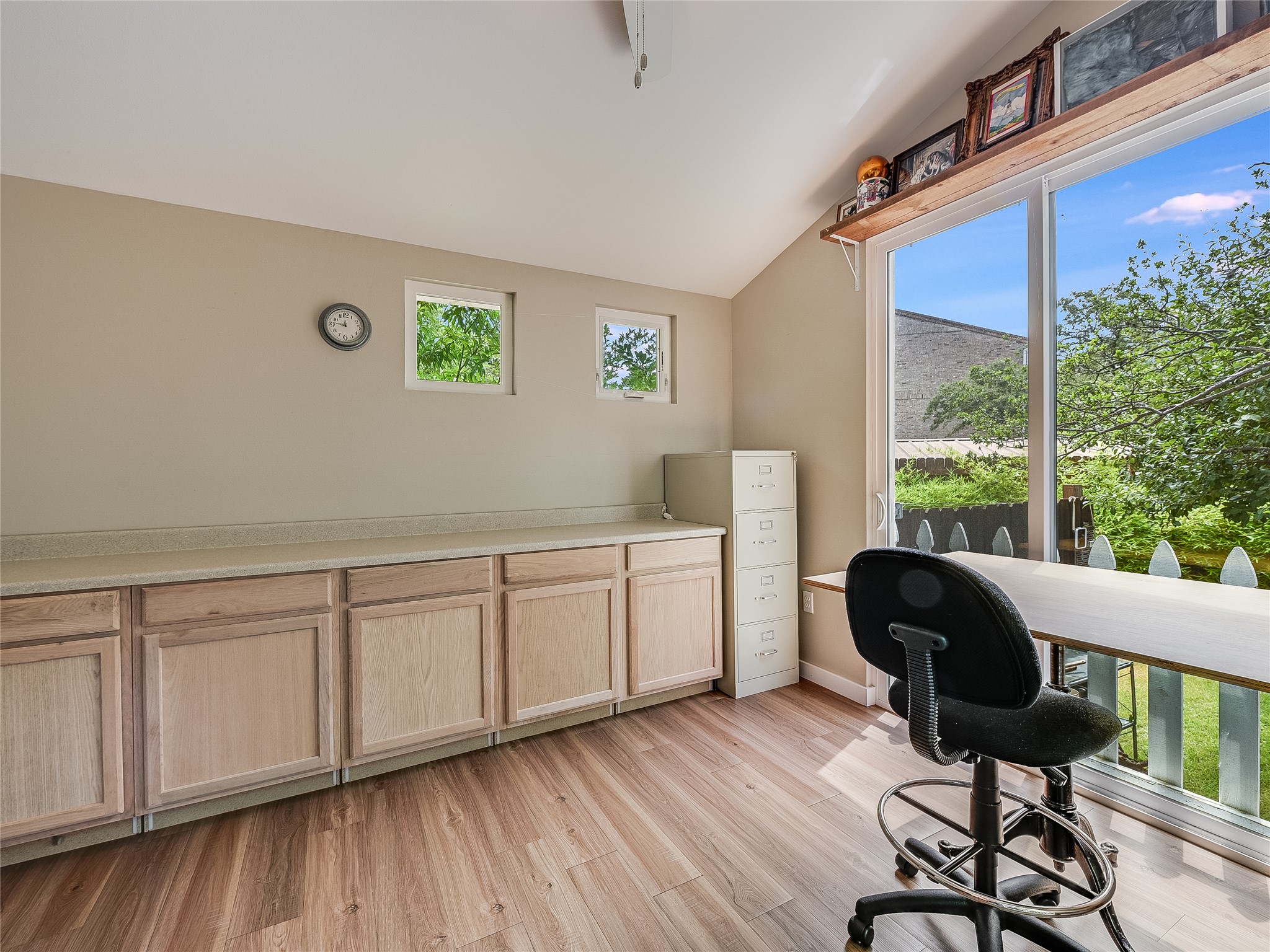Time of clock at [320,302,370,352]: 11:46
